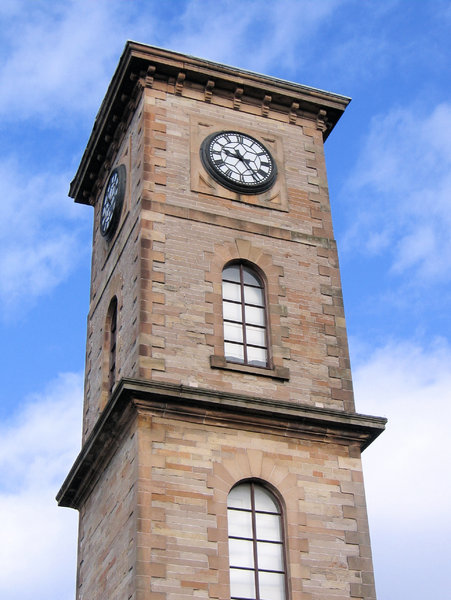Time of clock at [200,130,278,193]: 9:23
